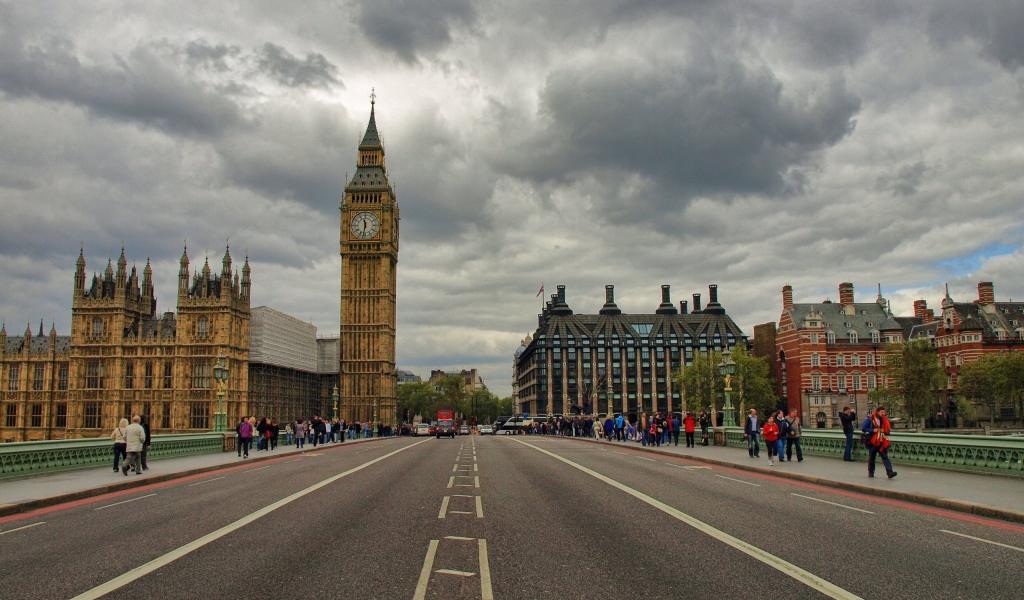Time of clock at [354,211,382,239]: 11:31
